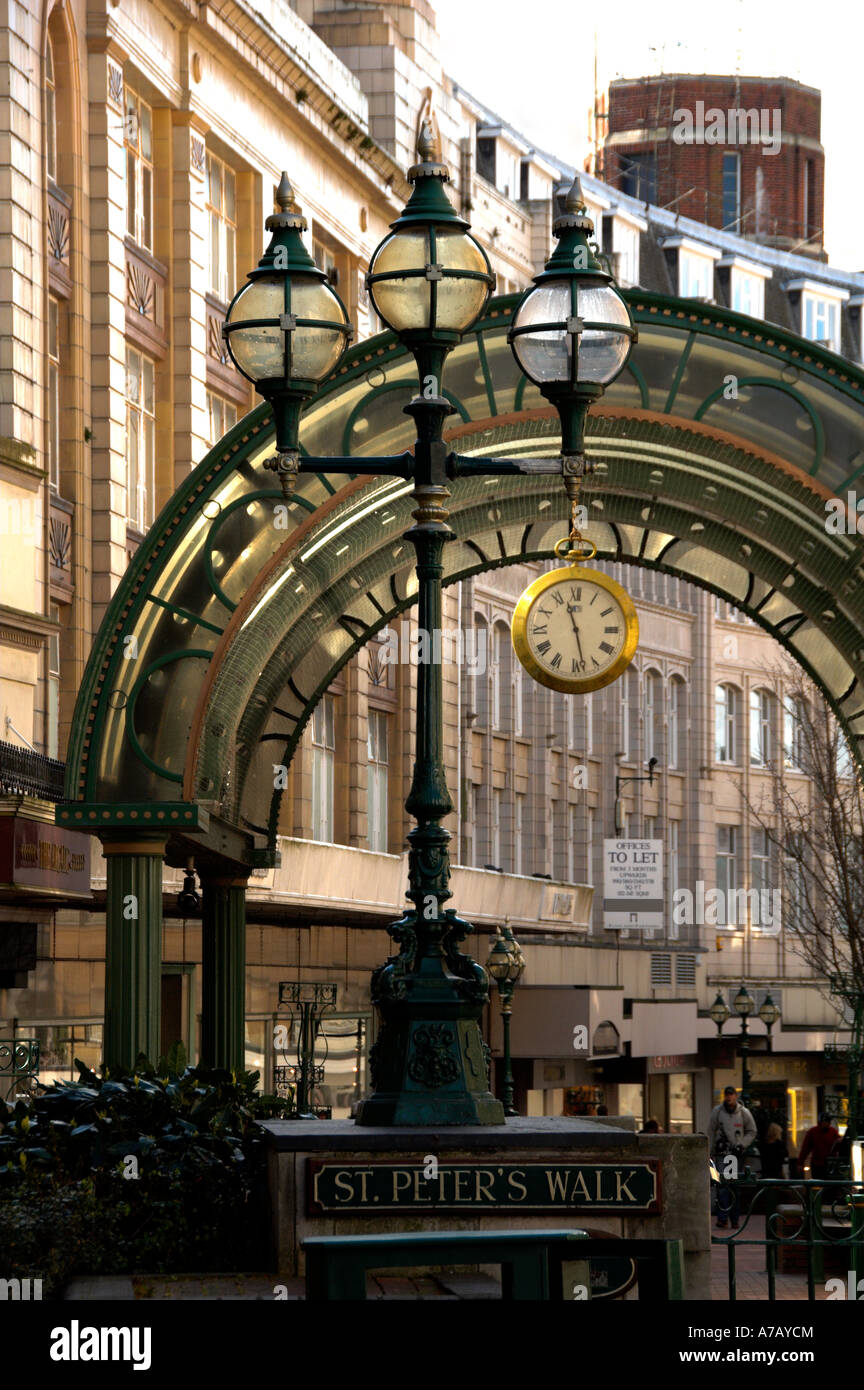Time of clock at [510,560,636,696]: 11:28
